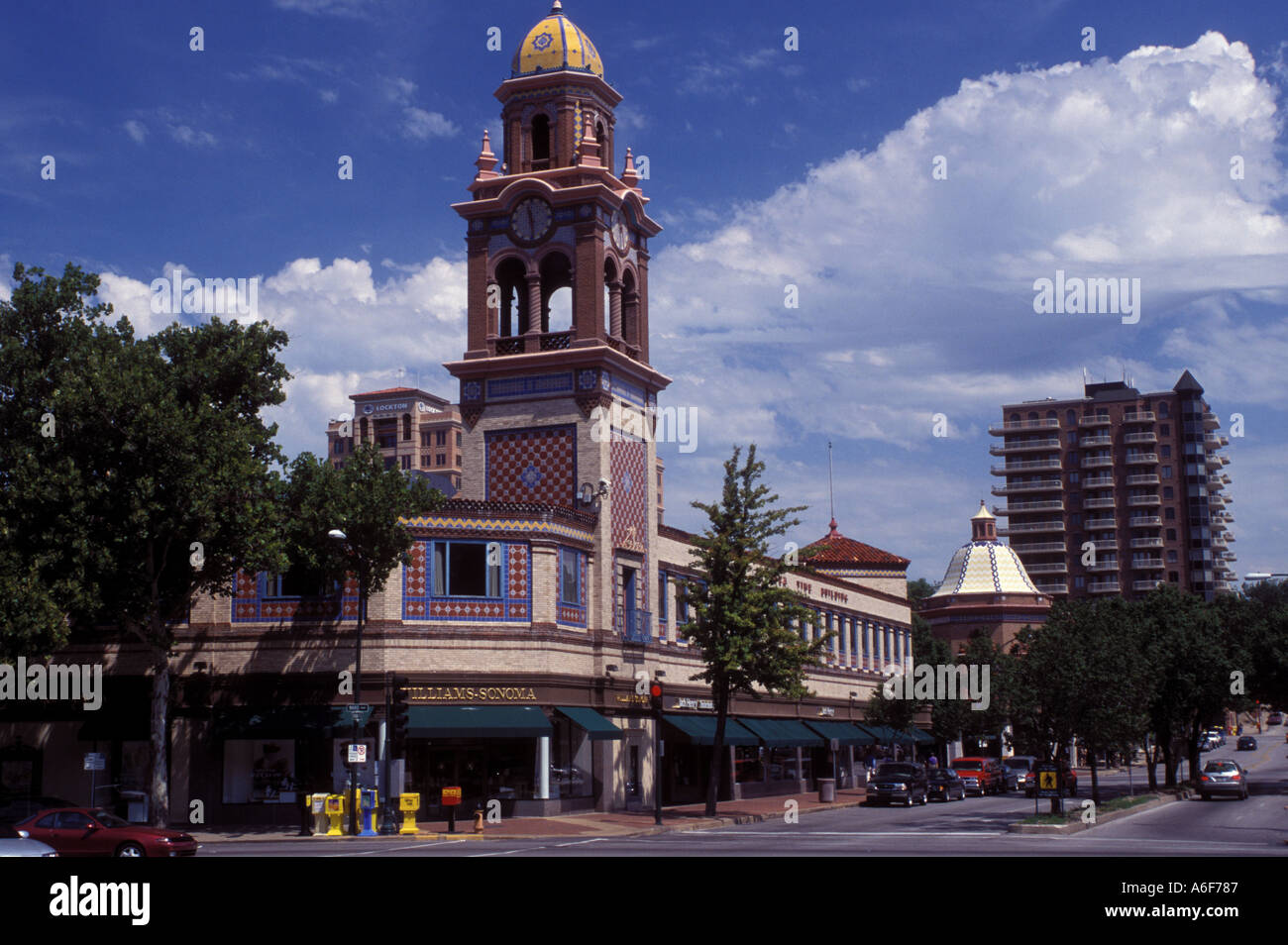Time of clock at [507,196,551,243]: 11:28
